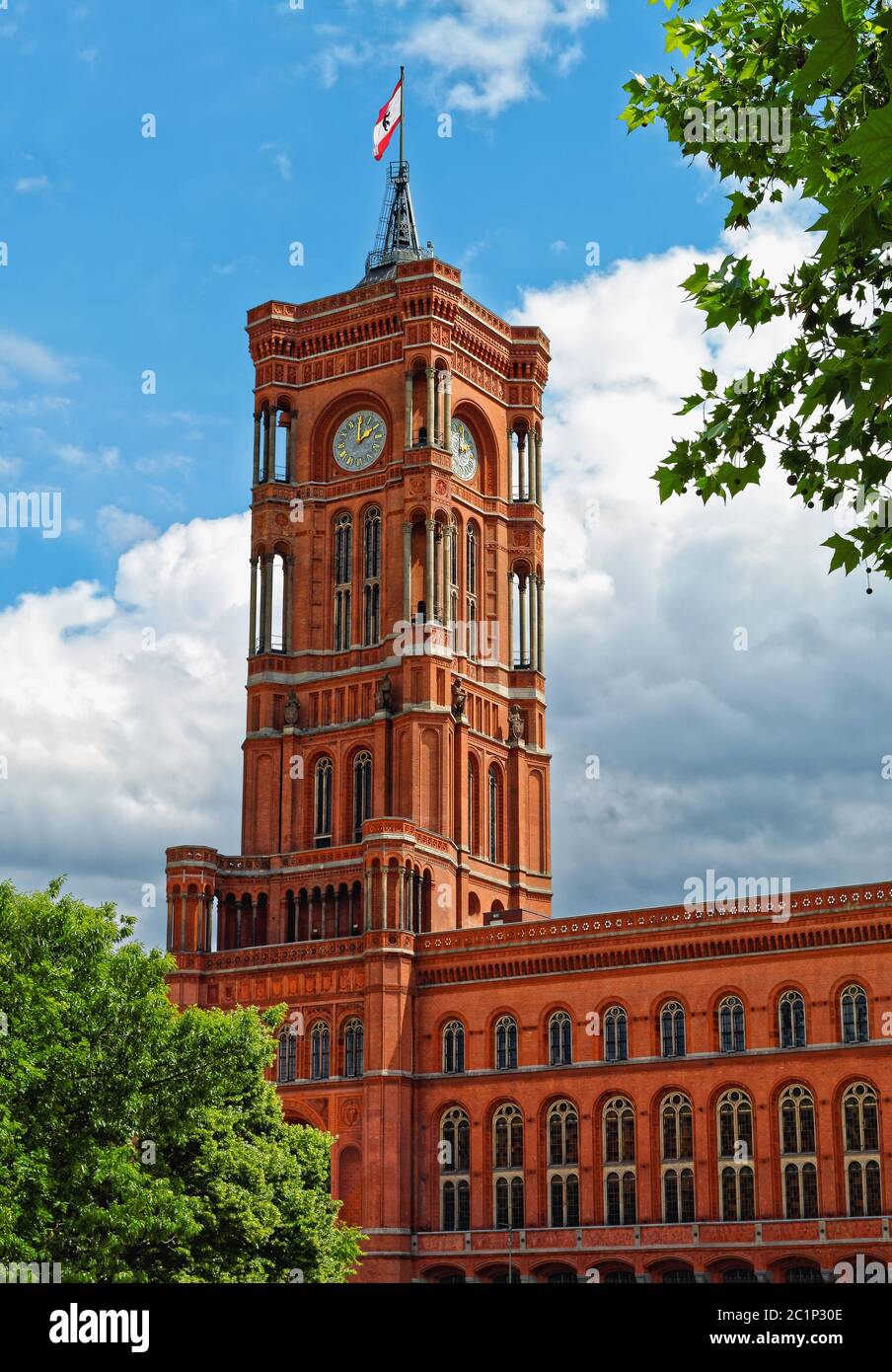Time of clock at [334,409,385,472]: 2:00
